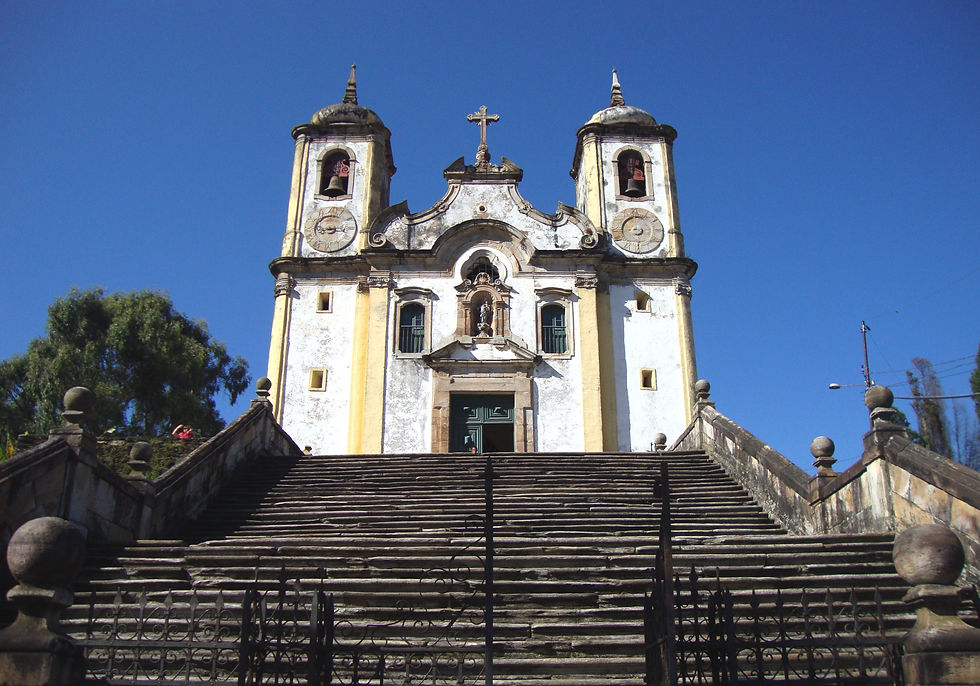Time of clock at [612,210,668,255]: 8:29
